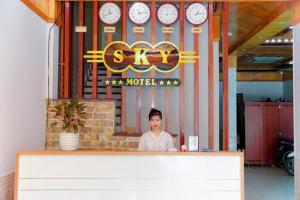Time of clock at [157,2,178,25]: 12:13
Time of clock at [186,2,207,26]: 1:14
